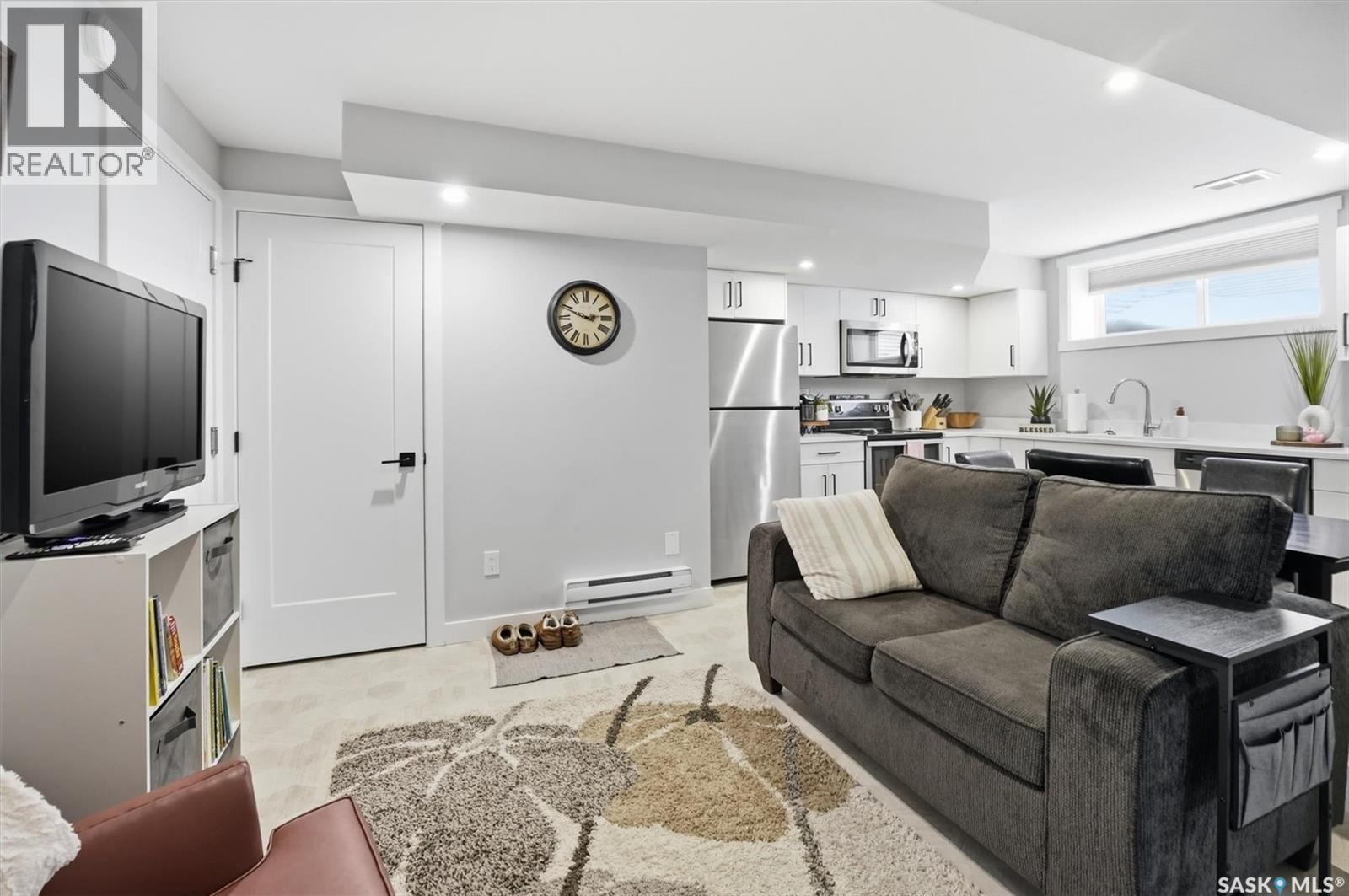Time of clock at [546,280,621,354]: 2:48
